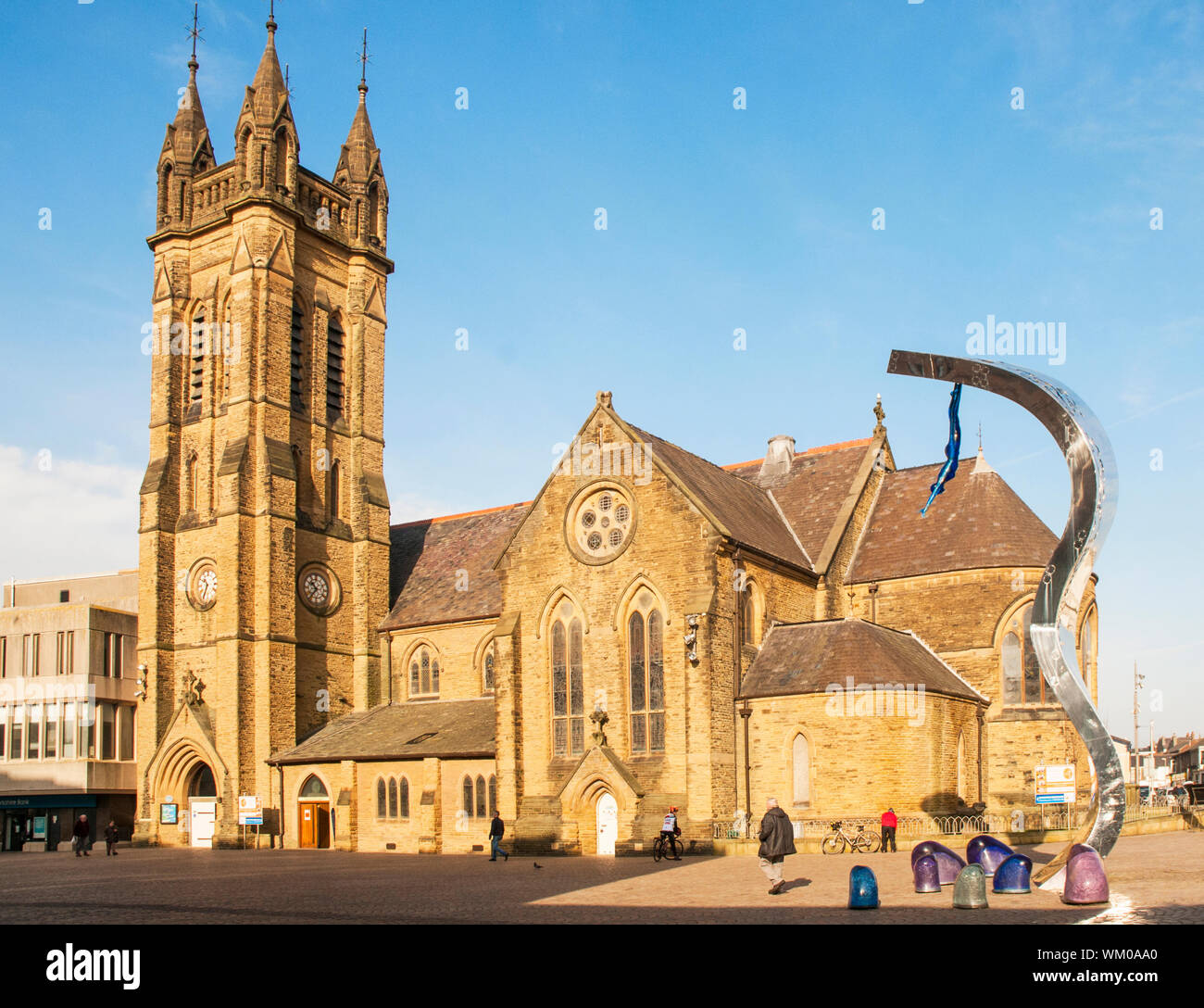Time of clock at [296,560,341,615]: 10:37
